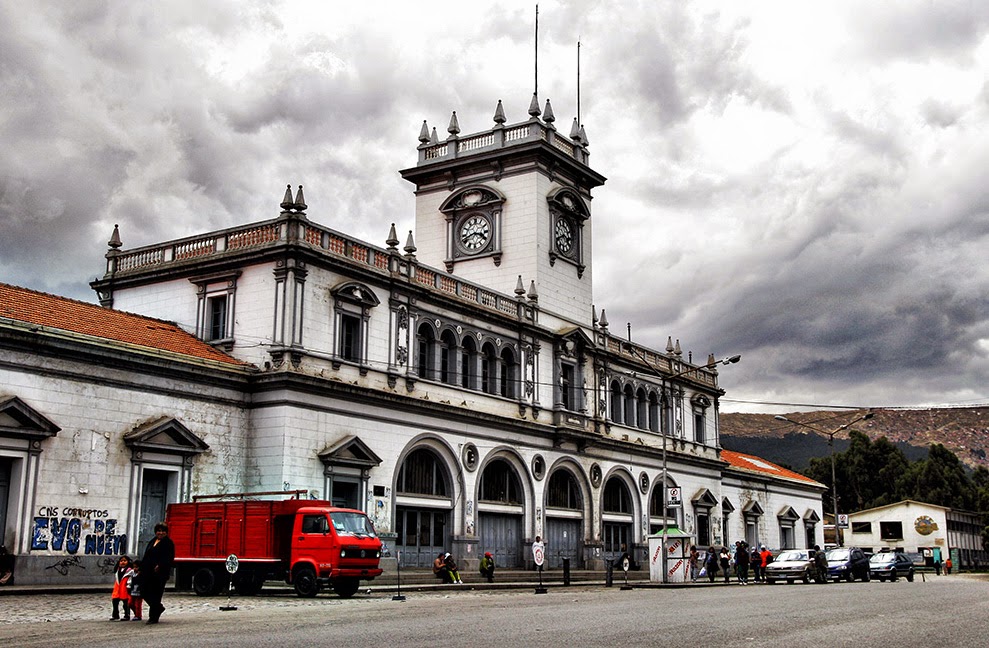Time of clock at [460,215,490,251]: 3:41
